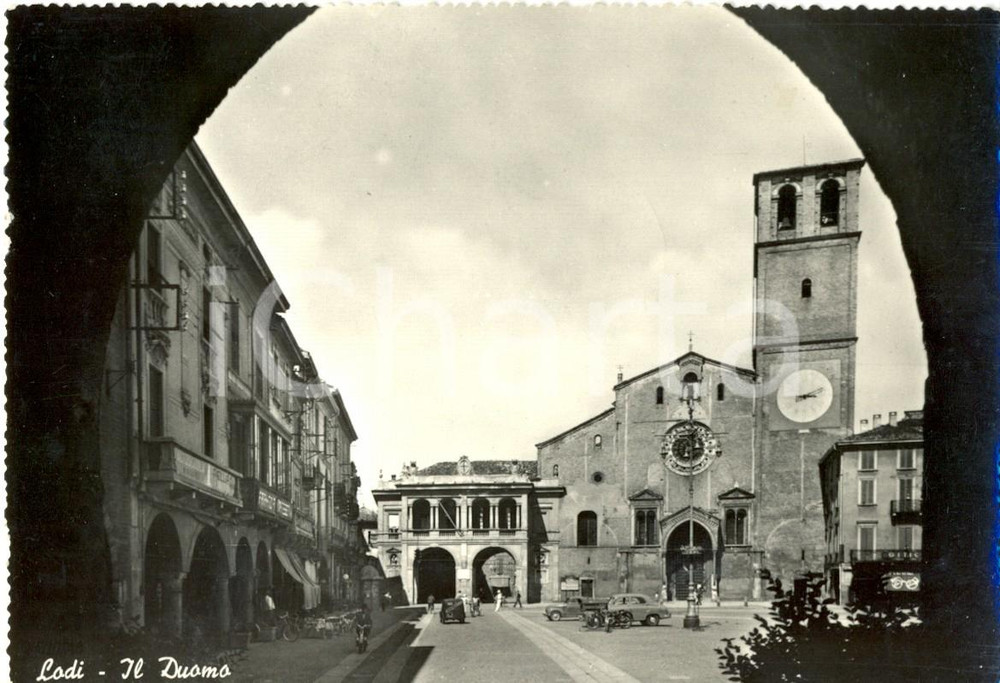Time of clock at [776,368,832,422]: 3:11
